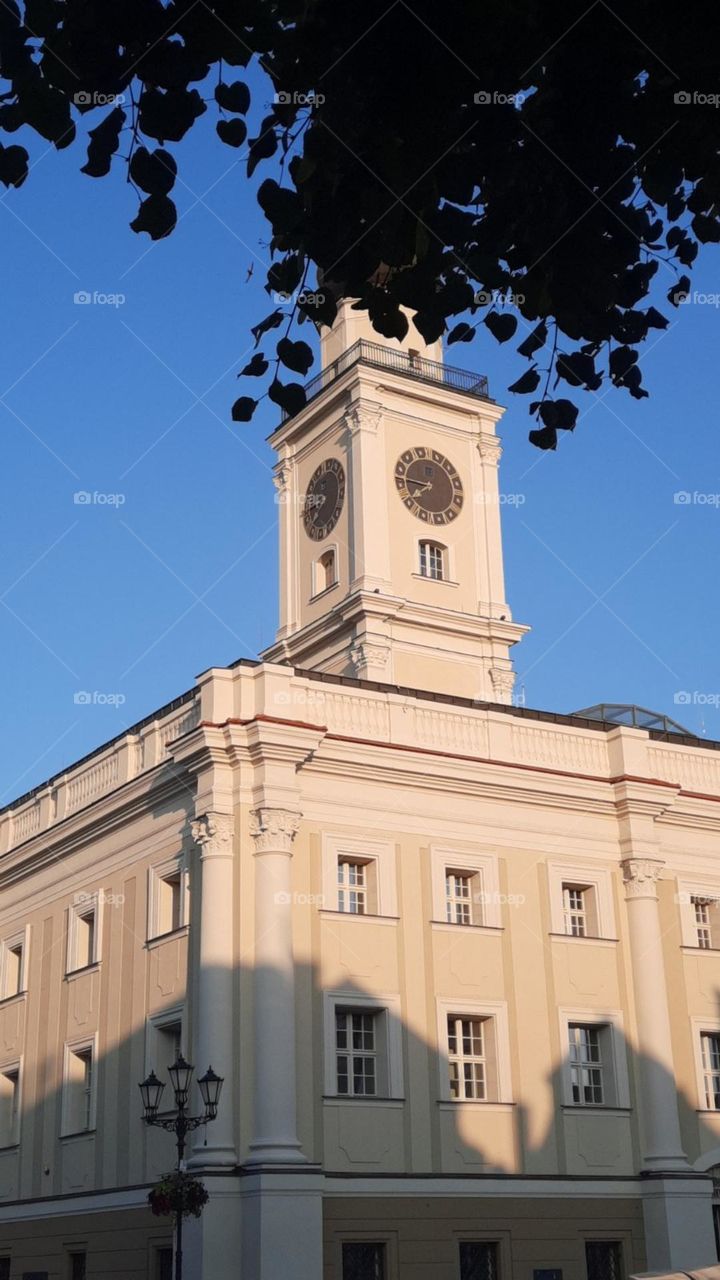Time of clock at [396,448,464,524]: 7:46
